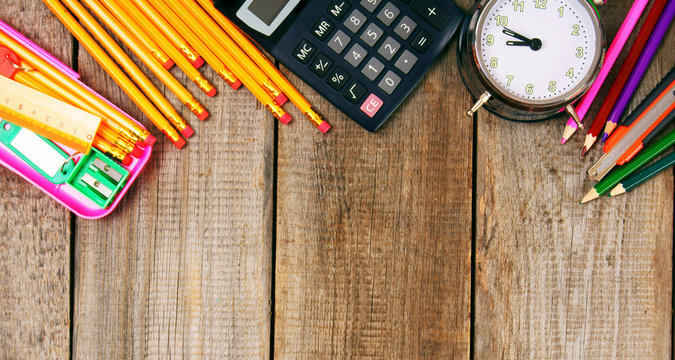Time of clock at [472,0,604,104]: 8:48
